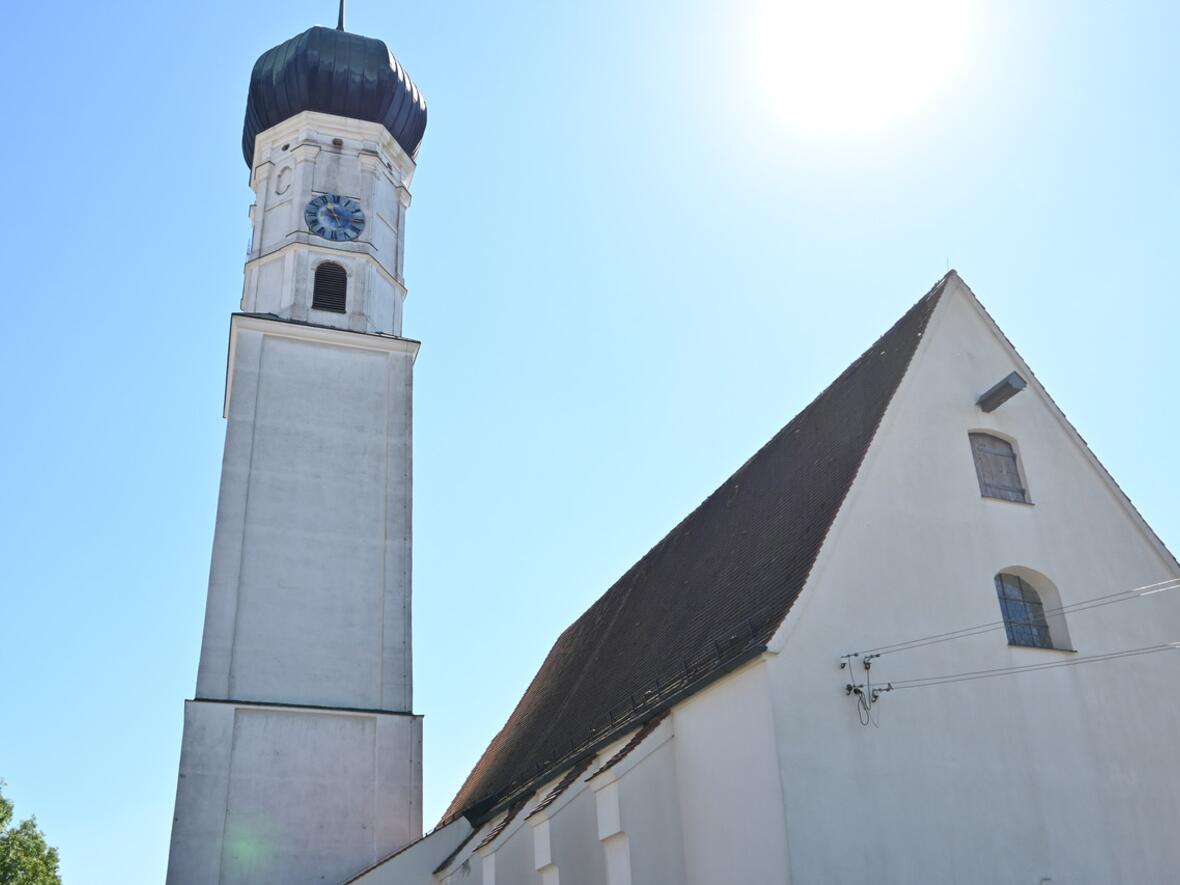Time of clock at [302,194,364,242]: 5:15
